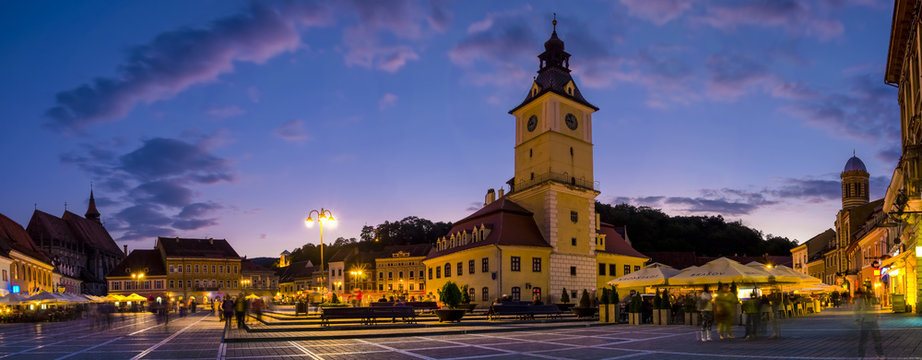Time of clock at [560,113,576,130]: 11:46
